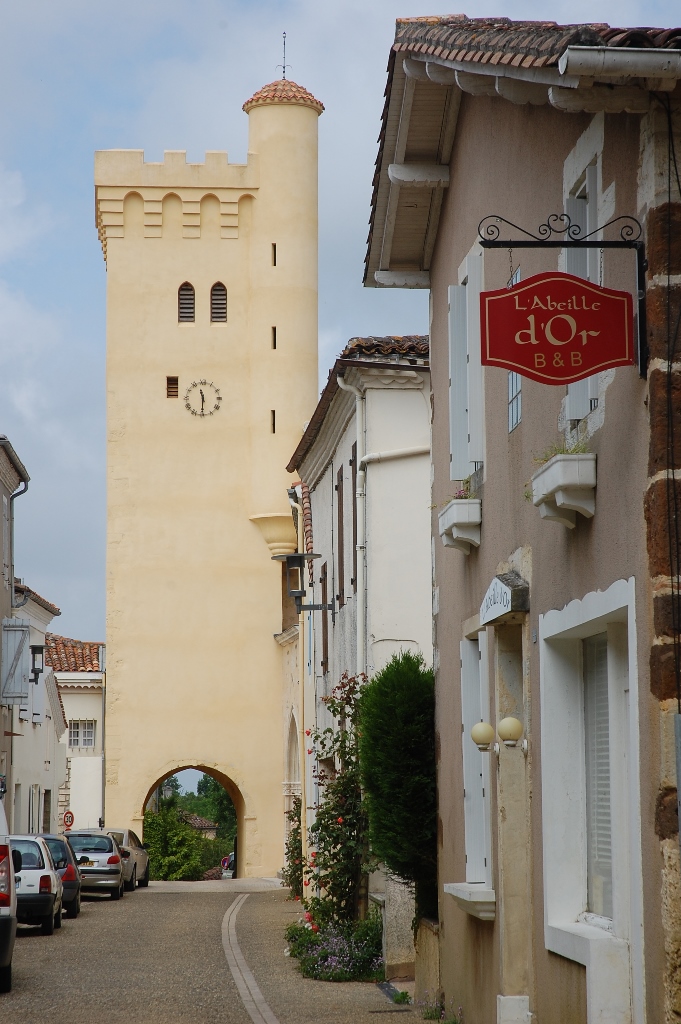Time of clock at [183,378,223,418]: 11:30
